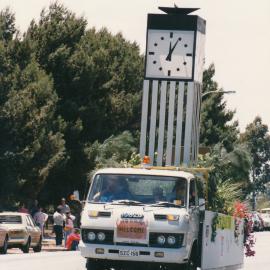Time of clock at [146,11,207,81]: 12:04
